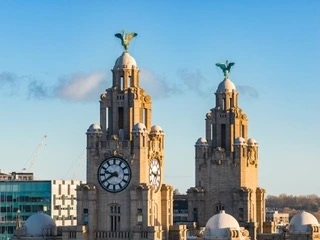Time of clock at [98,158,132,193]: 9:40
